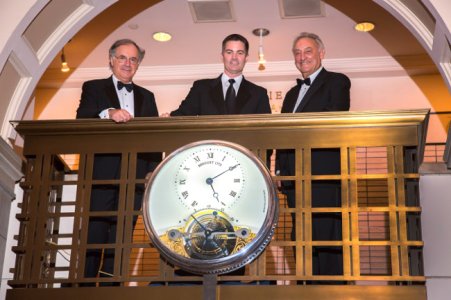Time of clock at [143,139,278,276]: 5:09
